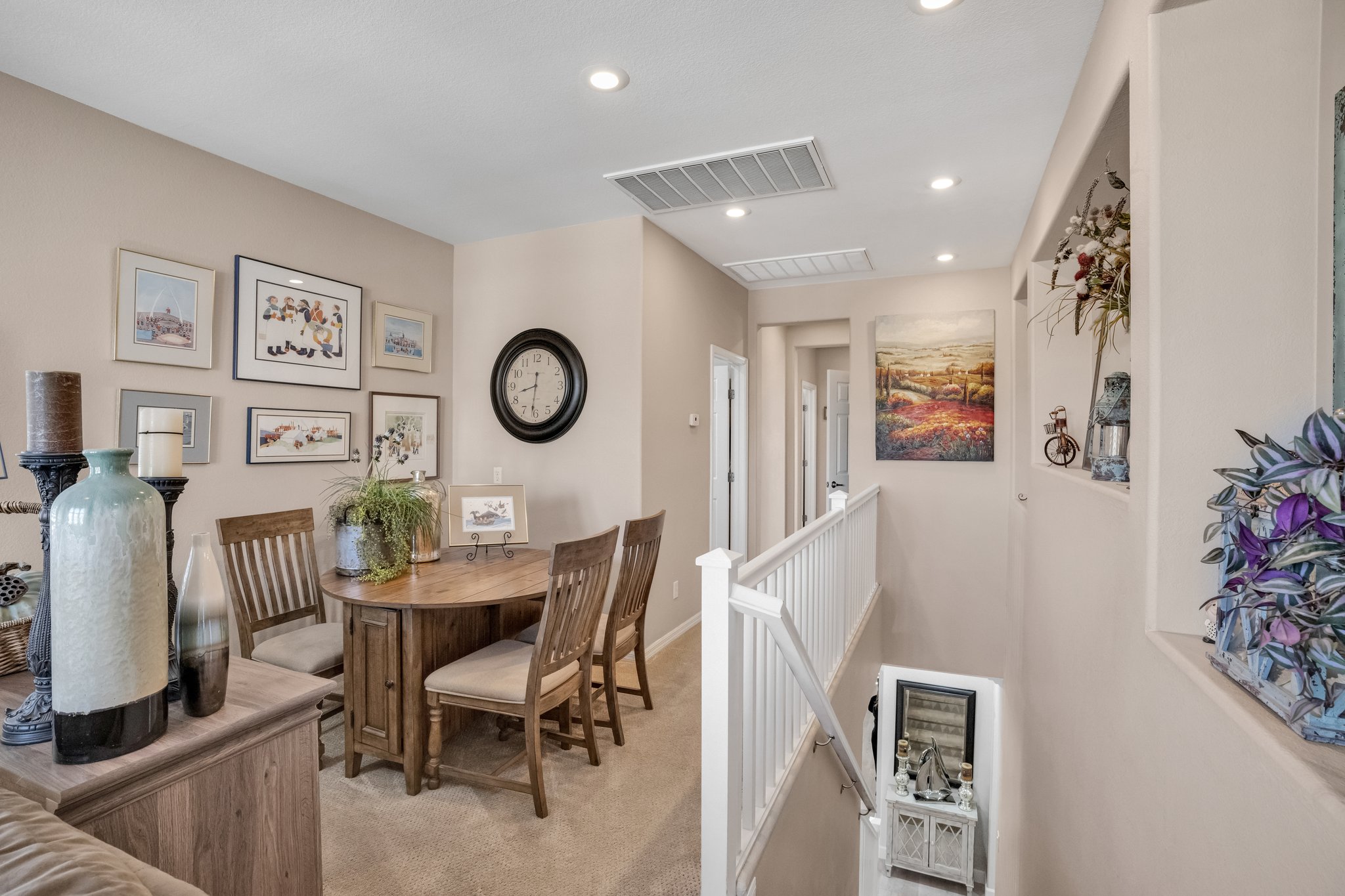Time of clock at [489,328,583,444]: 8:31
